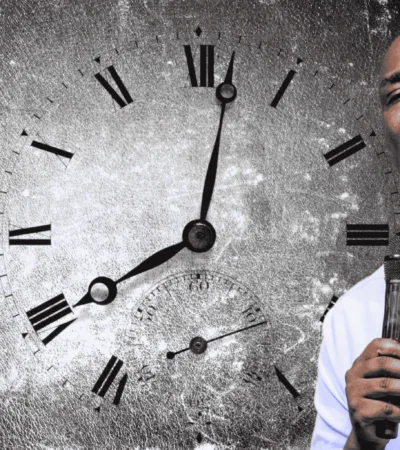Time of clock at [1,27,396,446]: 8:01
